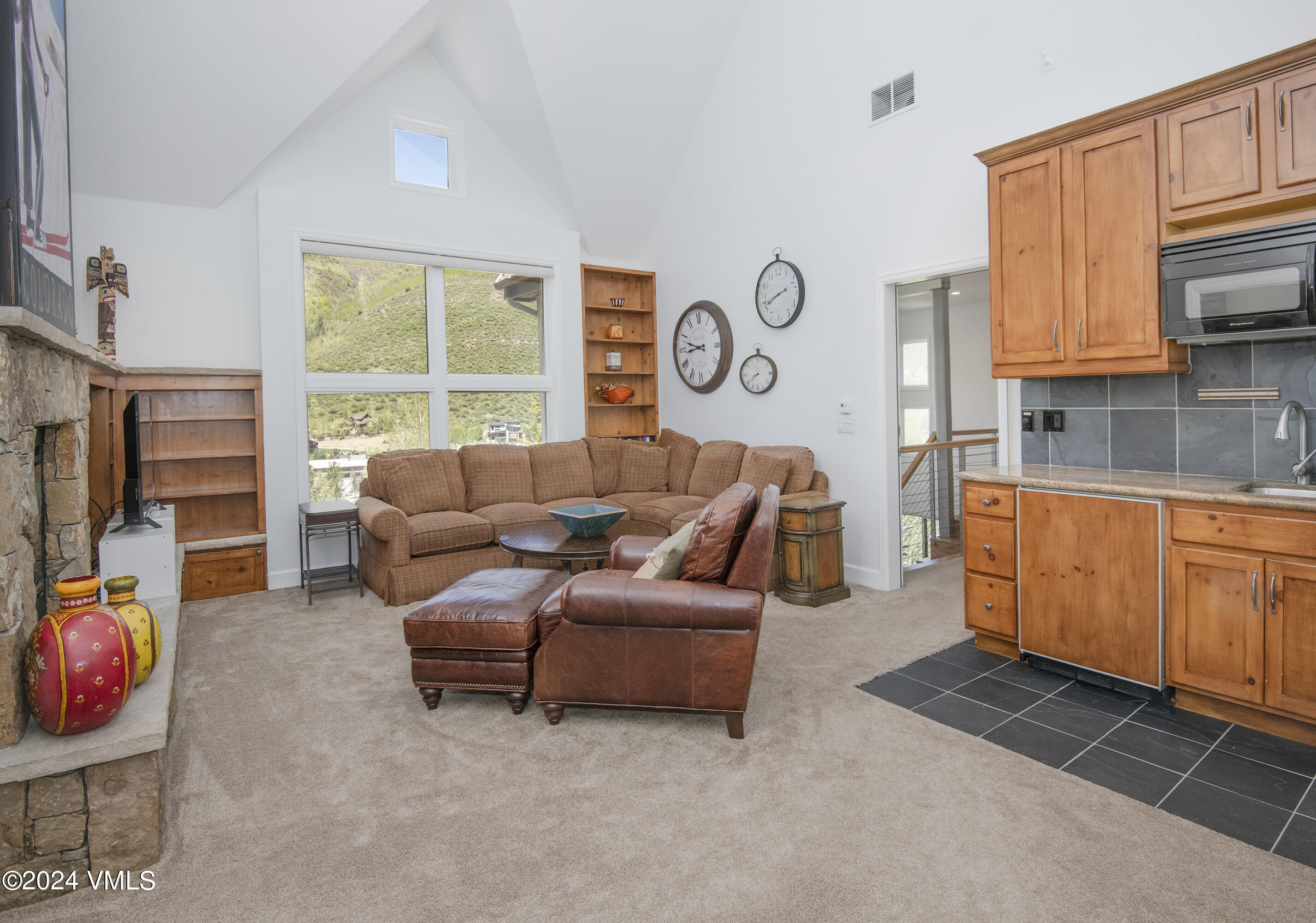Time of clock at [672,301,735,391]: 8:47
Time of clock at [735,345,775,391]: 8:39
